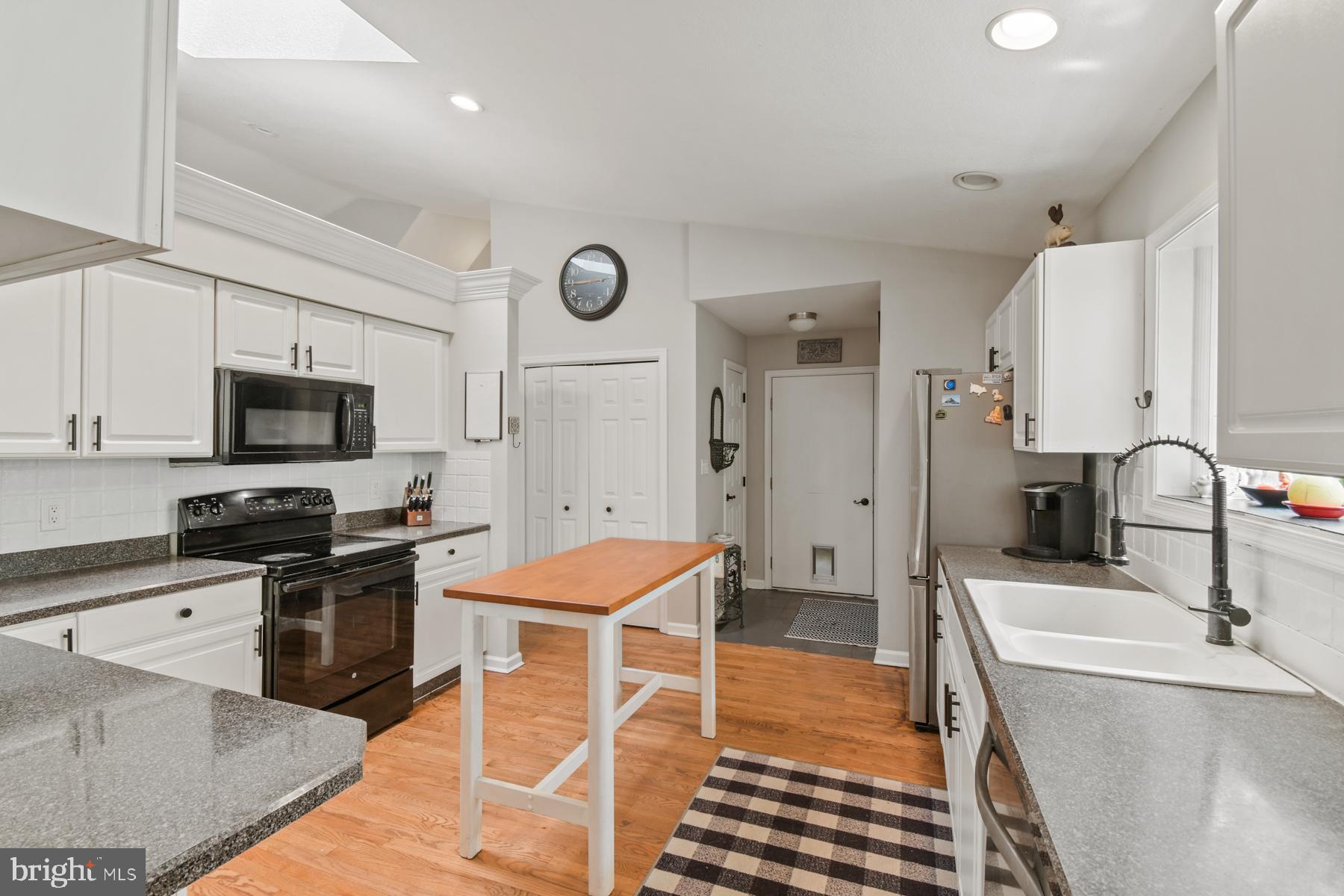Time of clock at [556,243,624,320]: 8:44
